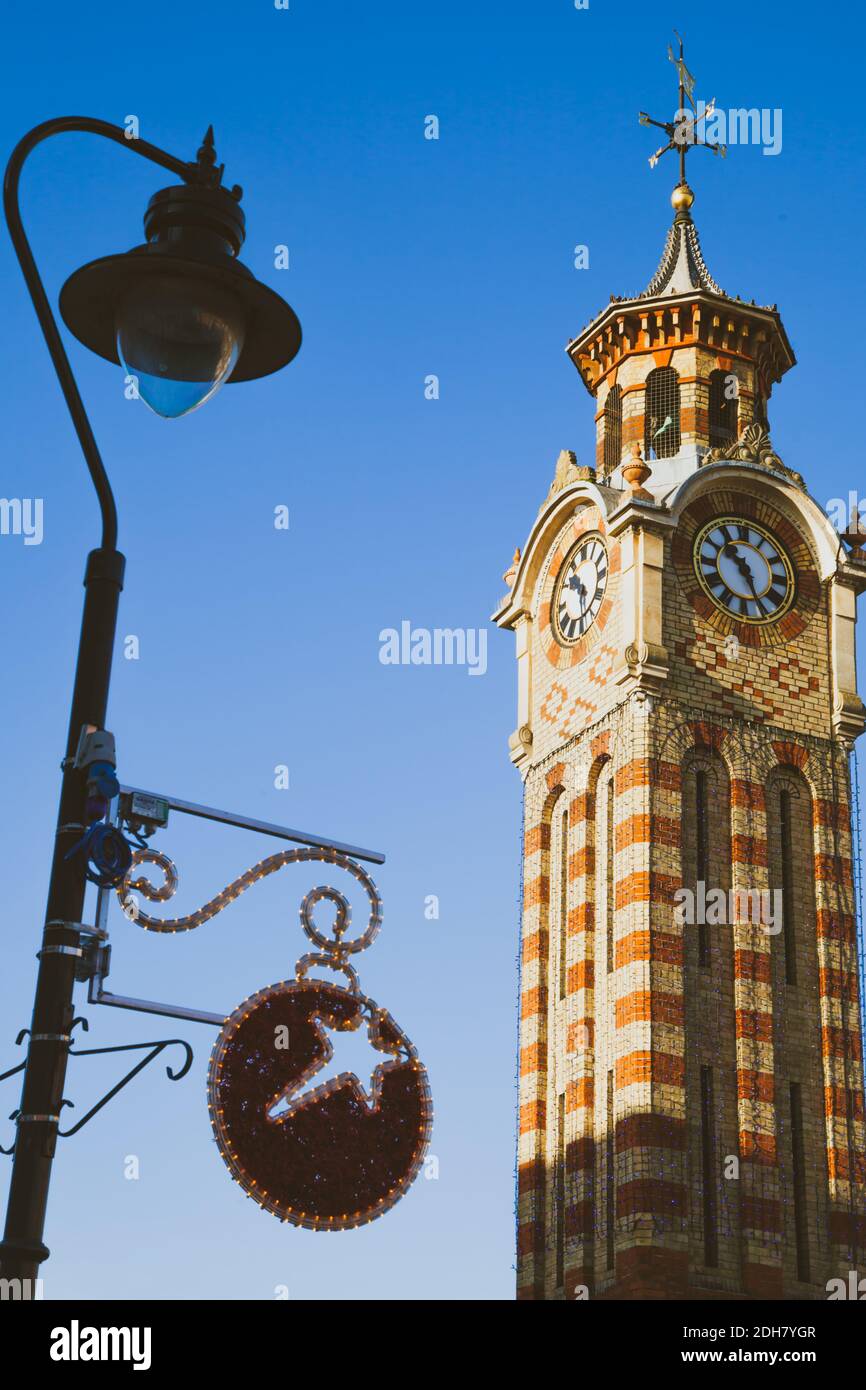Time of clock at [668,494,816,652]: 10:26
